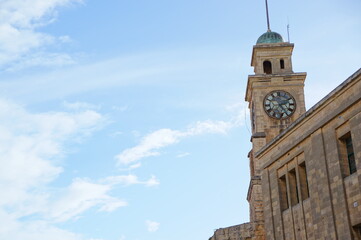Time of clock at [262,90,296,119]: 2:24
